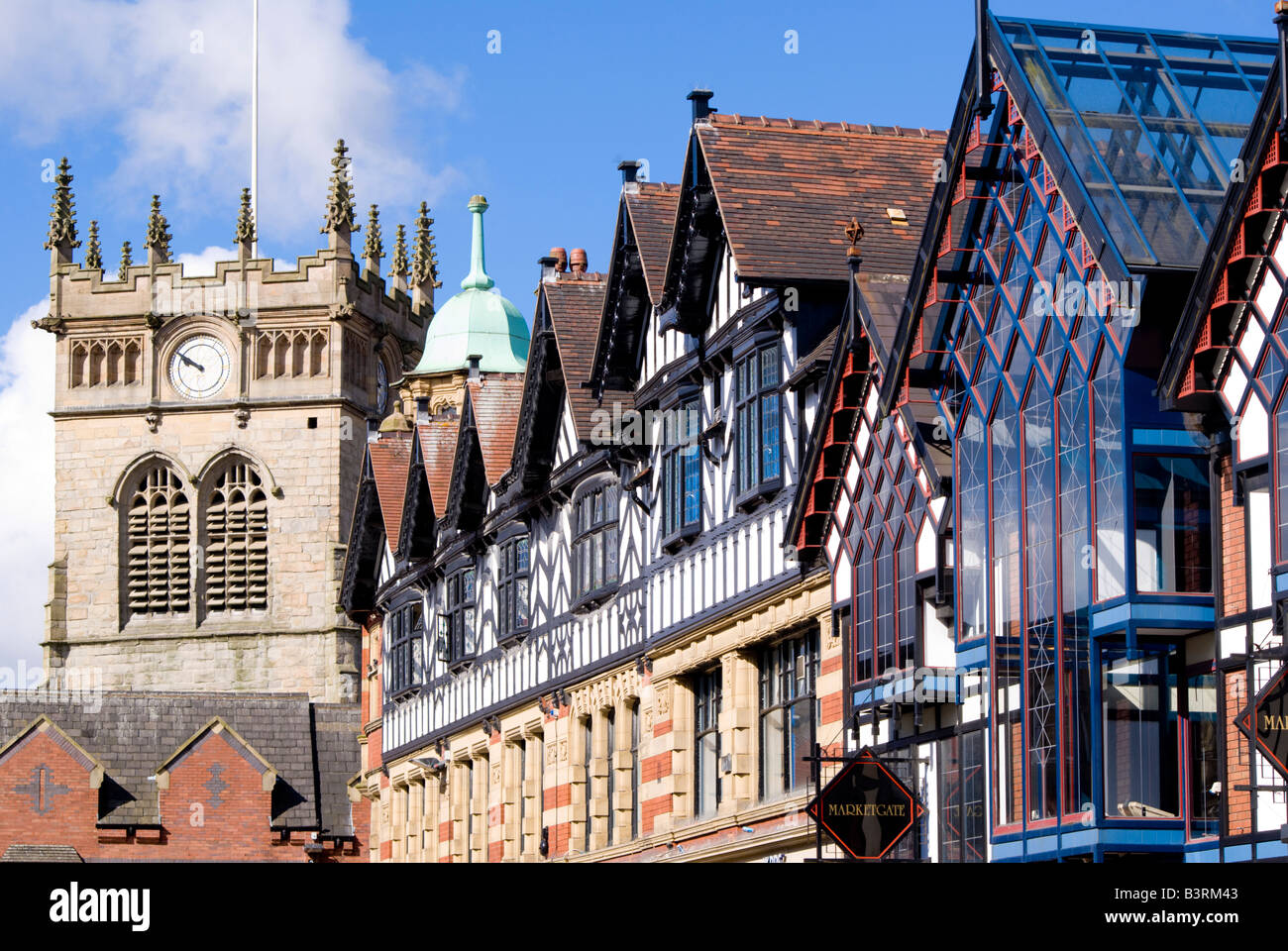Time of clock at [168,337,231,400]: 9:50
